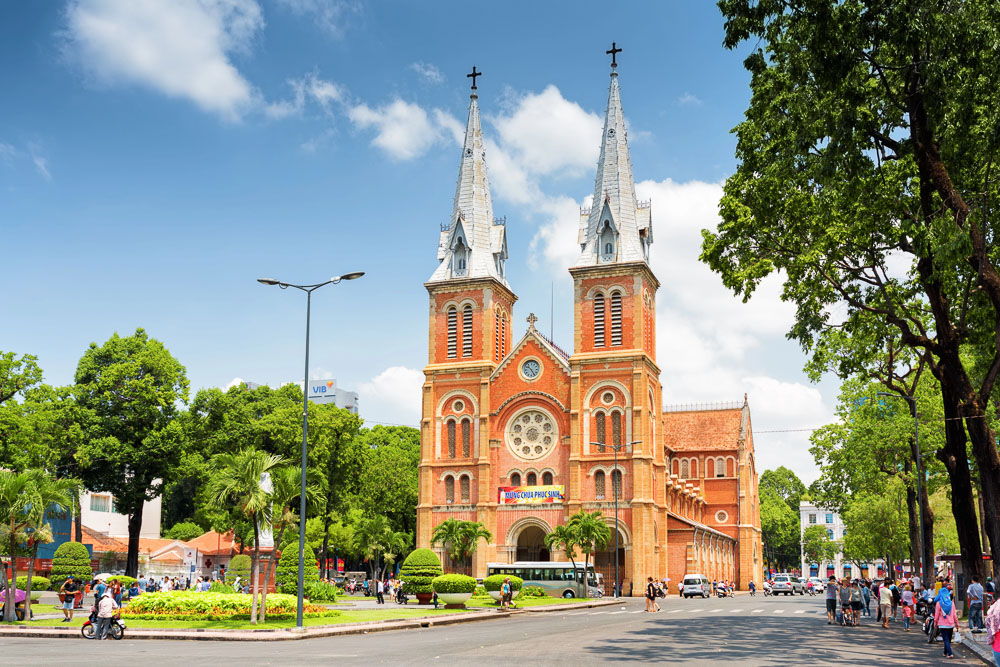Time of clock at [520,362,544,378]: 10:24
